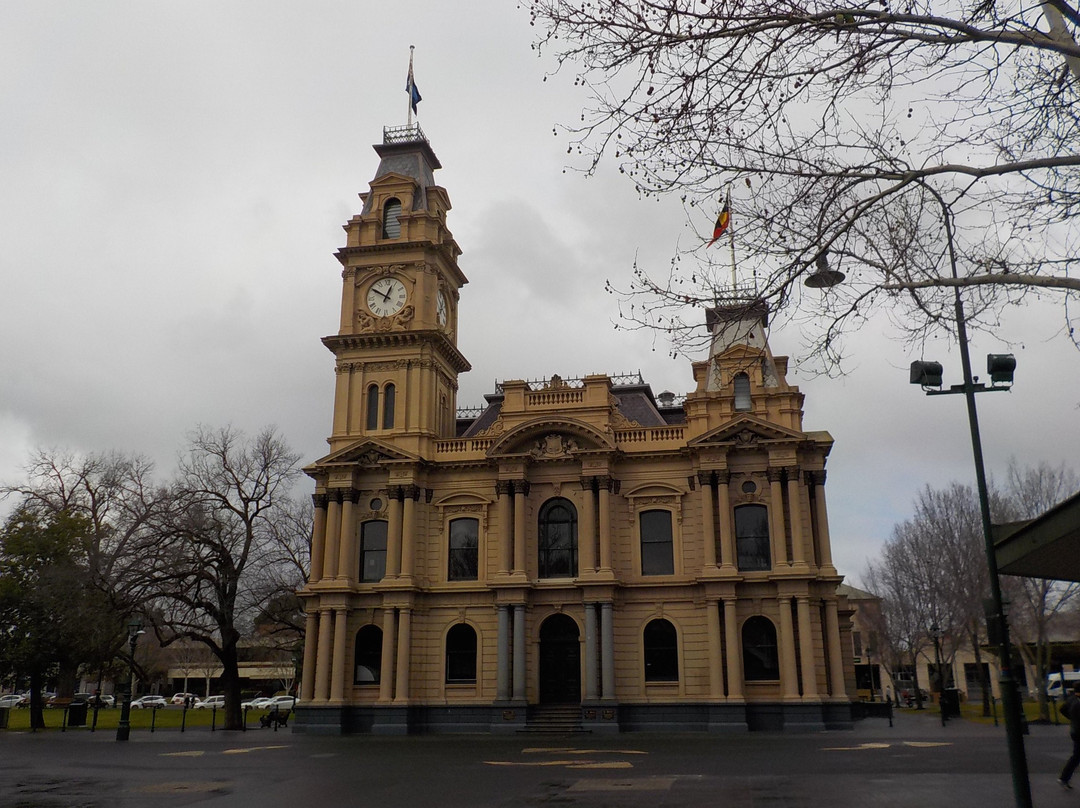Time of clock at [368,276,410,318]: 12:50
